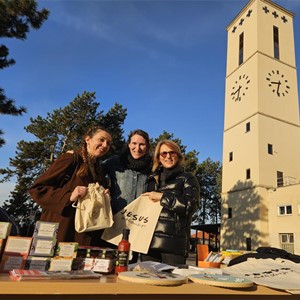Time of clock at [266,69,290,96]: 8:32
